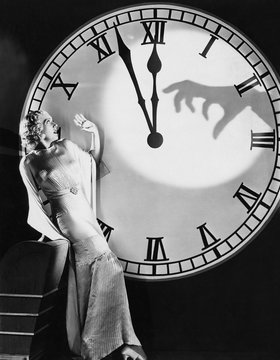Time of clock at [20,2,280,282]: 11:56
